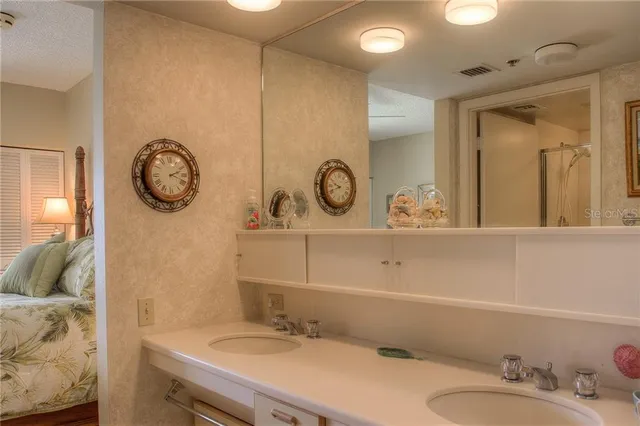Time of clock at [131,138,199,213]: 2:18
